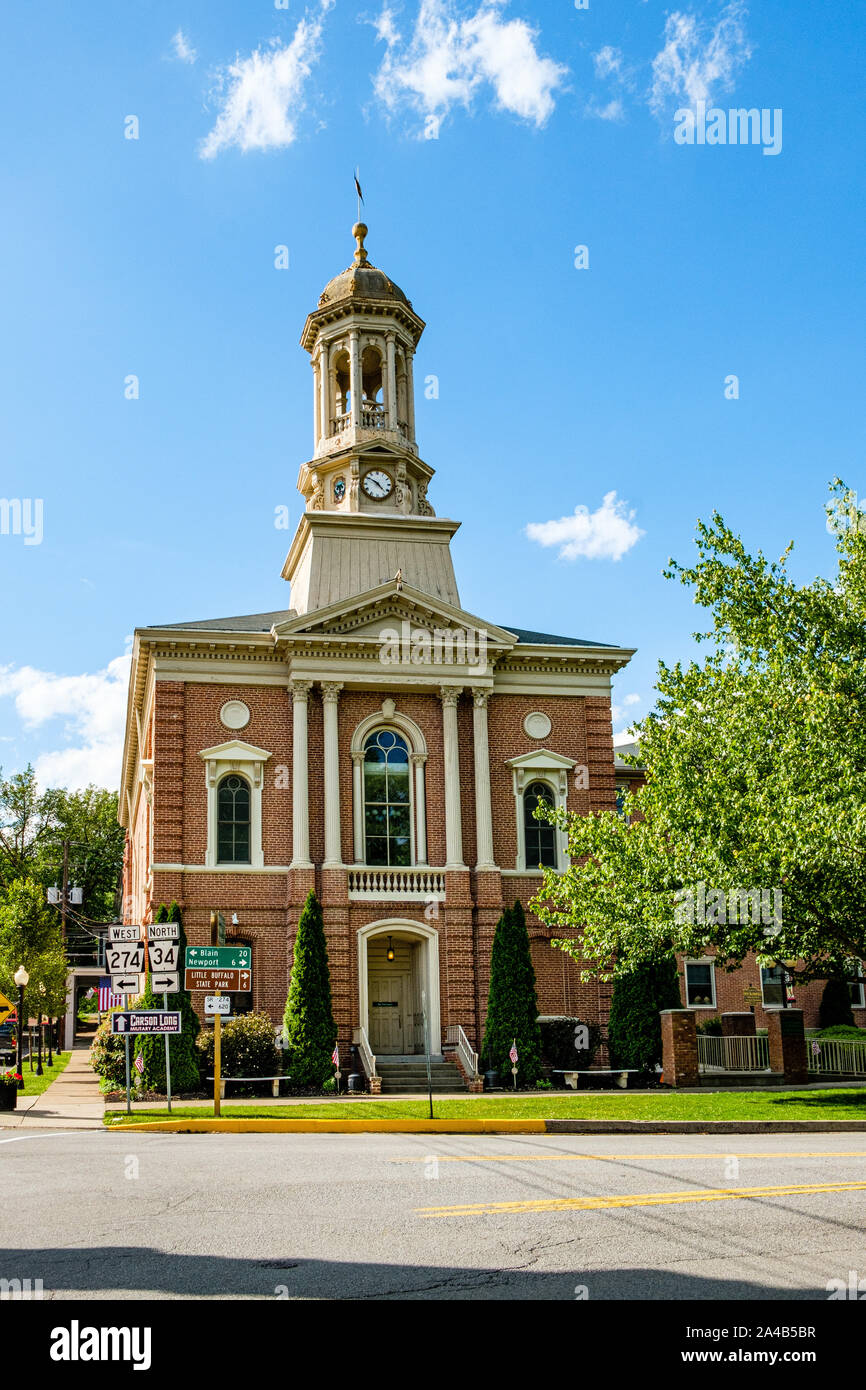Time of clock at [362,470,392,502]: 4:50
